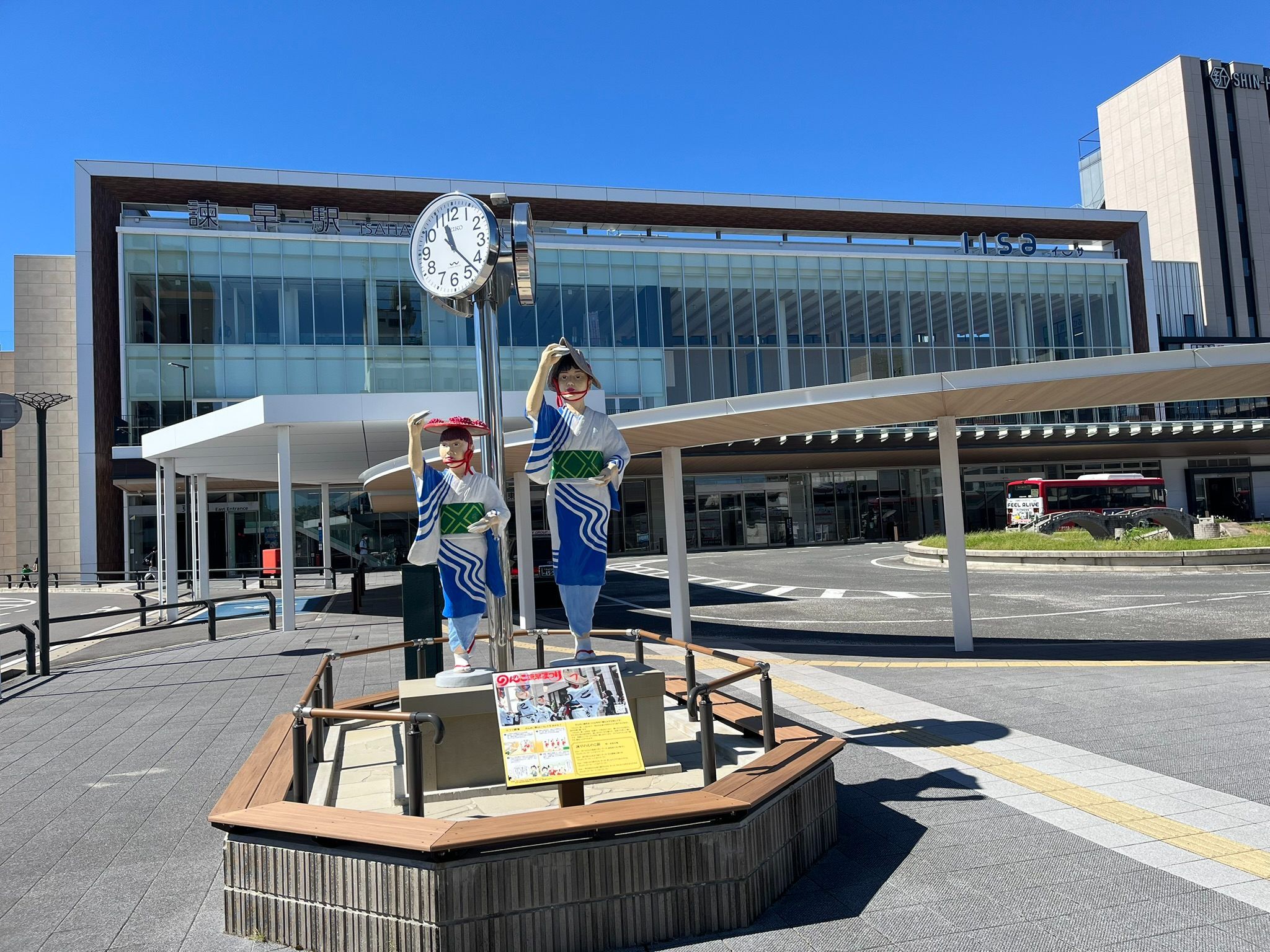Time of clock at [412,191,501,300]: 11:22
